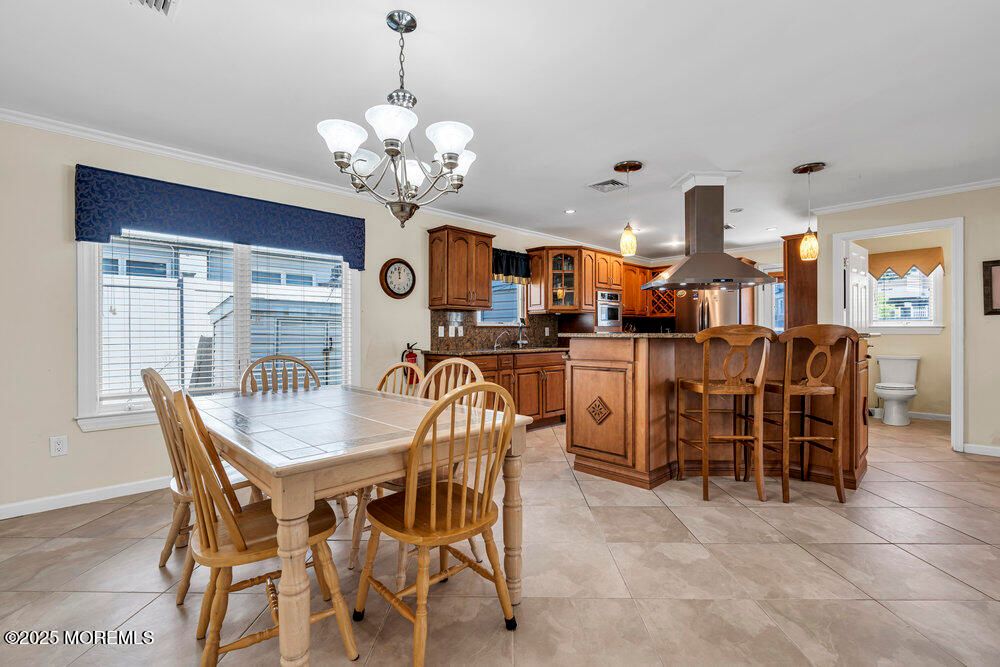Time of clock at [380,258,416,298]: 11:58
